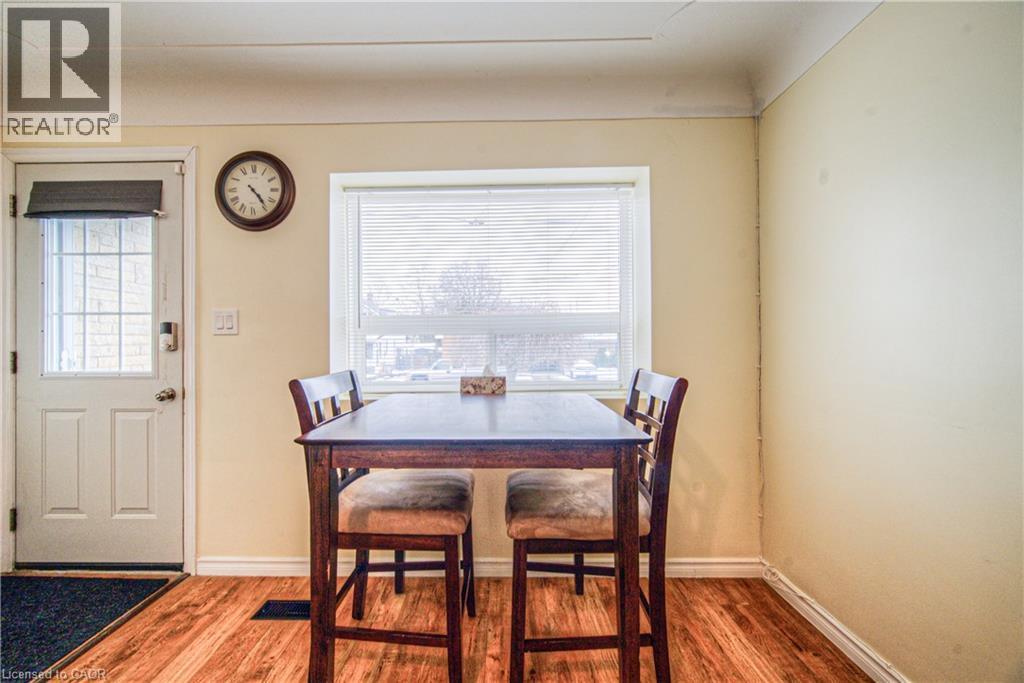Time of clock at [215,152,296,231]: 4:23
